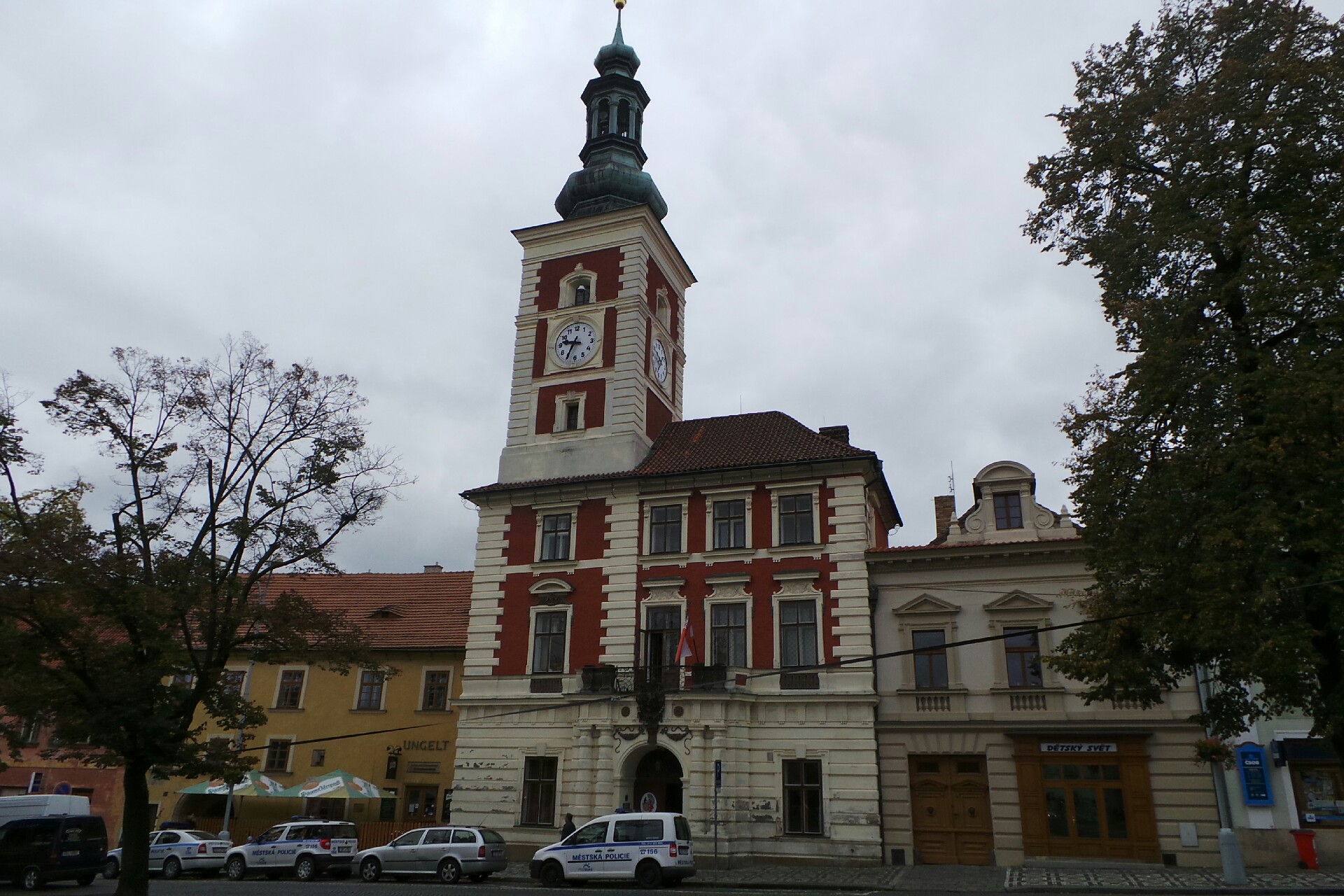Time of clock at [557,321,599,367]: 9:34
